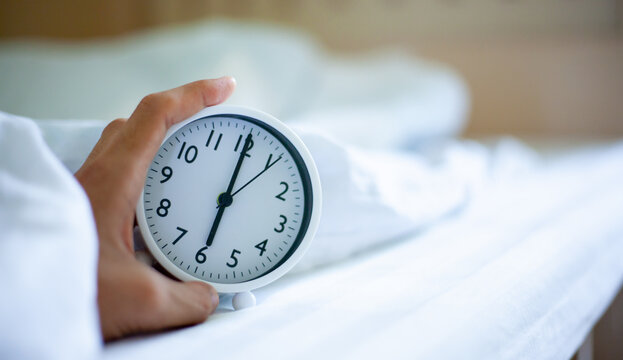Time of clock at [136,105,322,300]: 6:00
